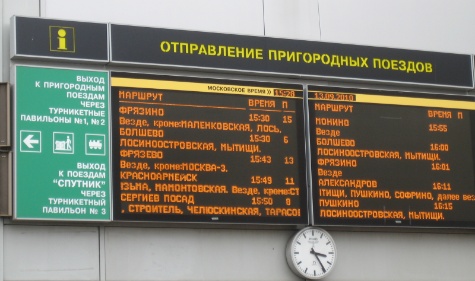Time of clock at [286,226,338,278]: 3:24
